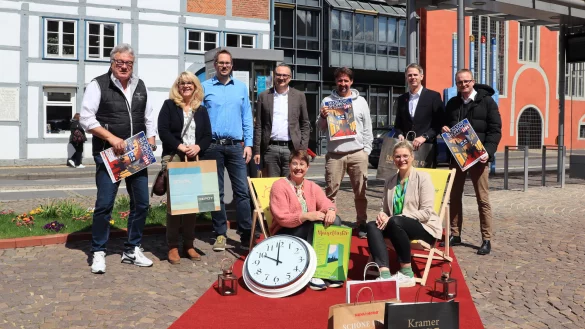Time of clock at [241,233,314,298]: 10:00
